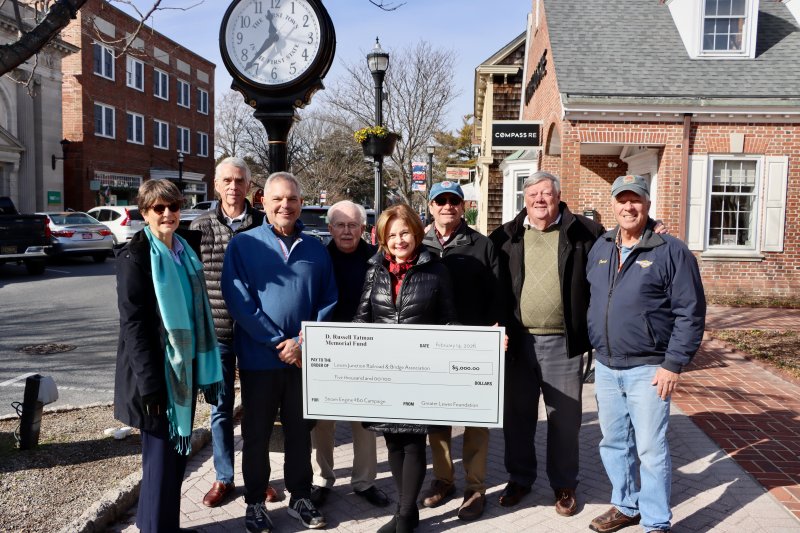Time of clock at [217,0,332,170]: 11:36
